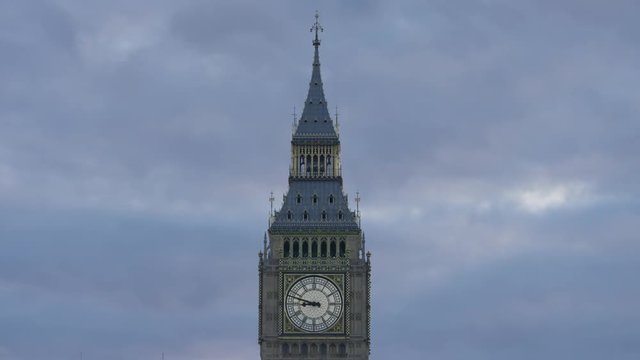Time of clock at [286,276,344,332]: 8:47
